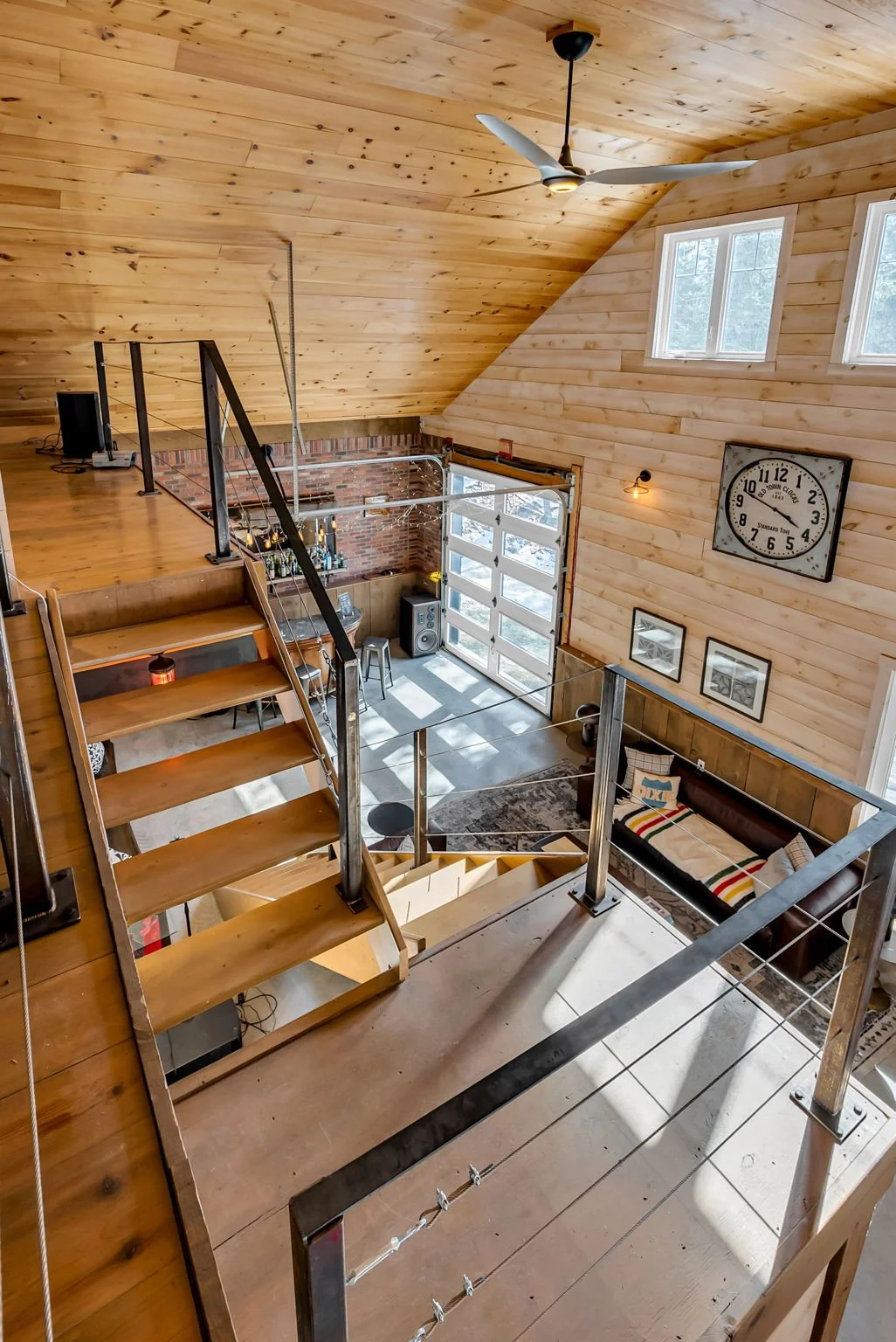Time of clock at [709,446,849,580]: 3:48
